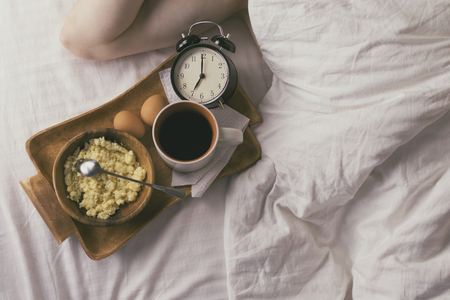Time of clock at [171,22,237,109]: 7:00
